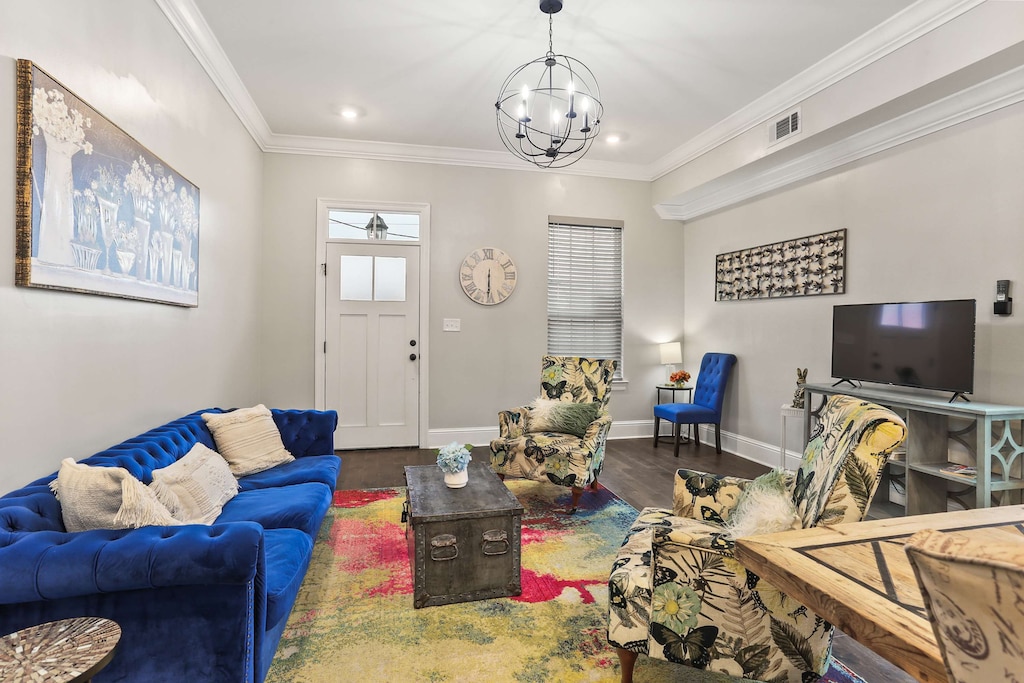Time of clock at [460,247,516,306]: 6:30
